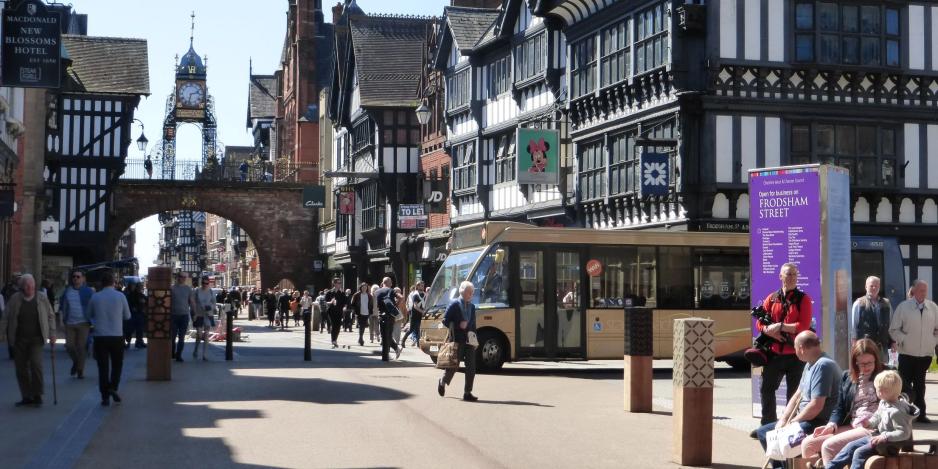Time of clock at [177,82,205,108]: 2:32
